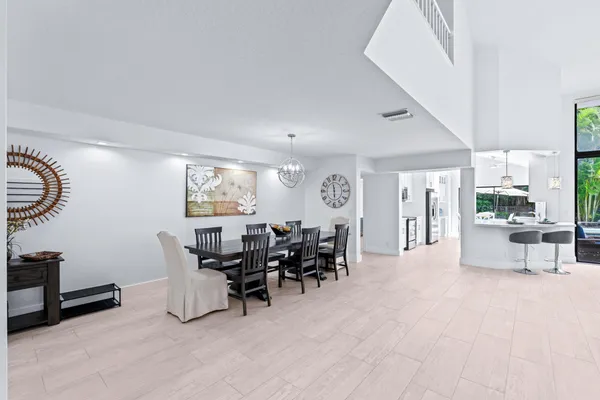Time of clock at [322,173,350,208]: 5:58
